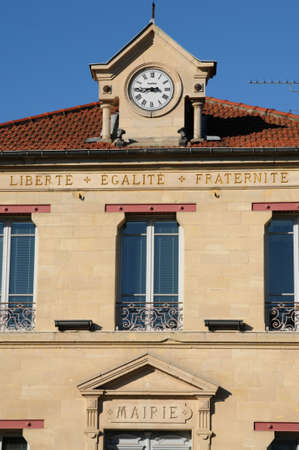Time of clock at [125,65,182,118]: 8:45
